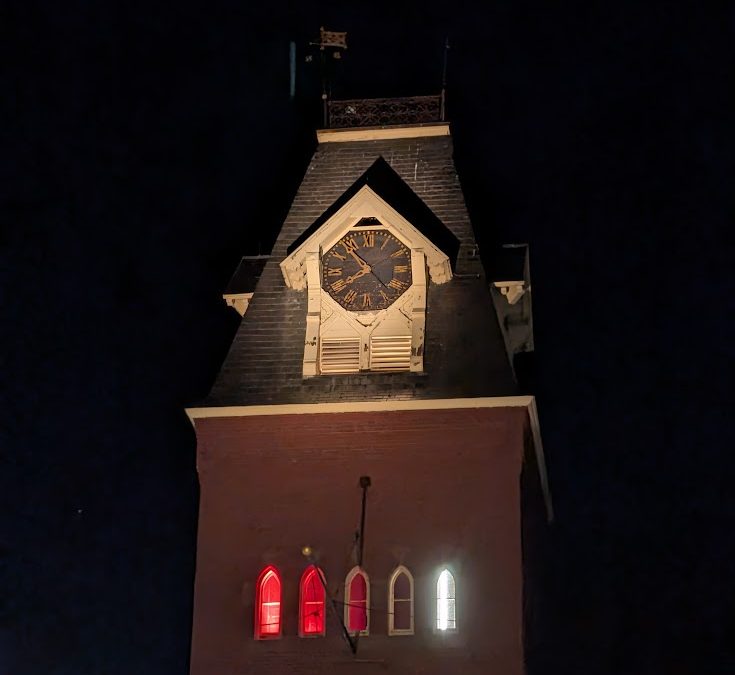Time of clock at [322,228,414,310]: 7:53
